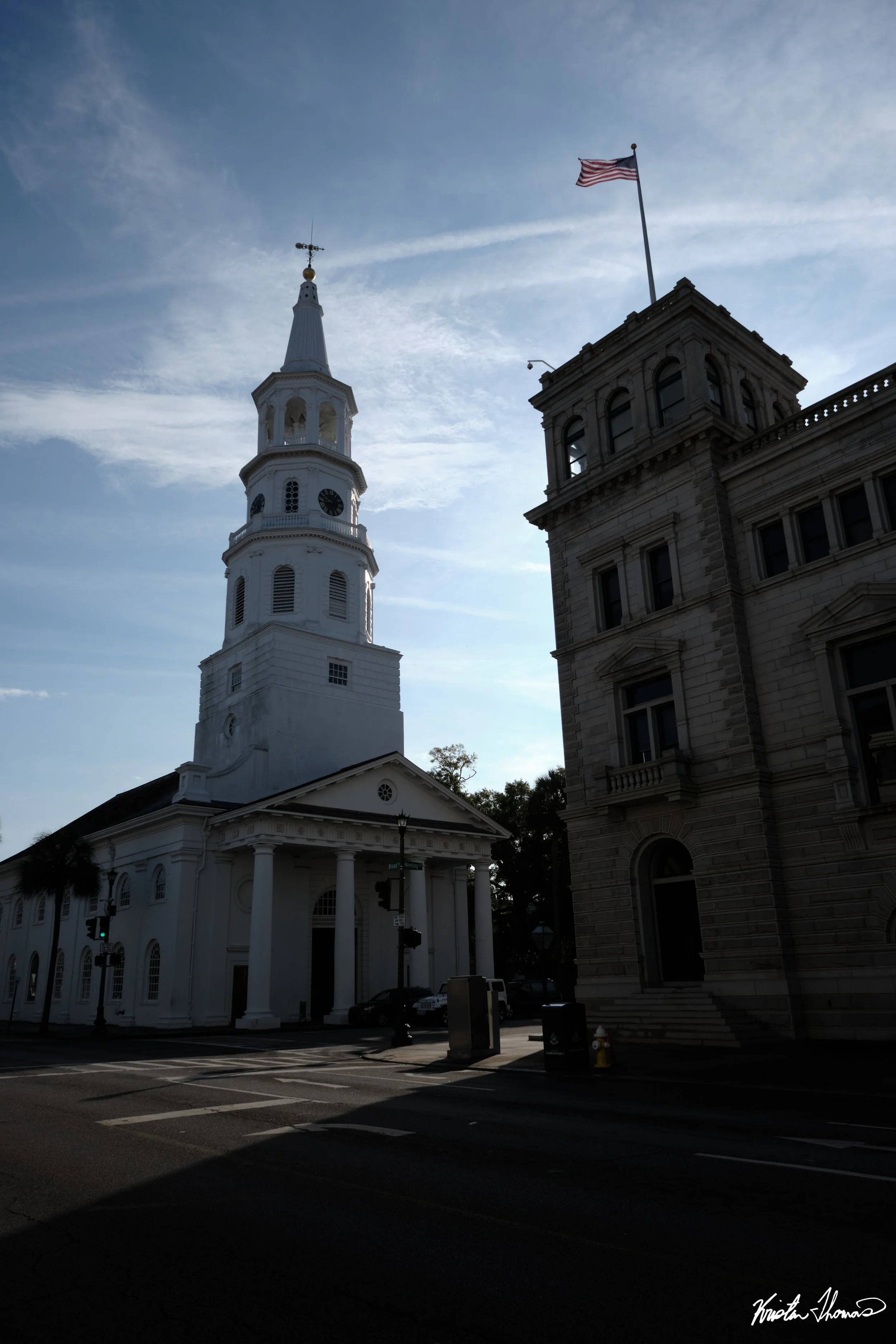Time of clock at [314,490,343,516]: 9:43
